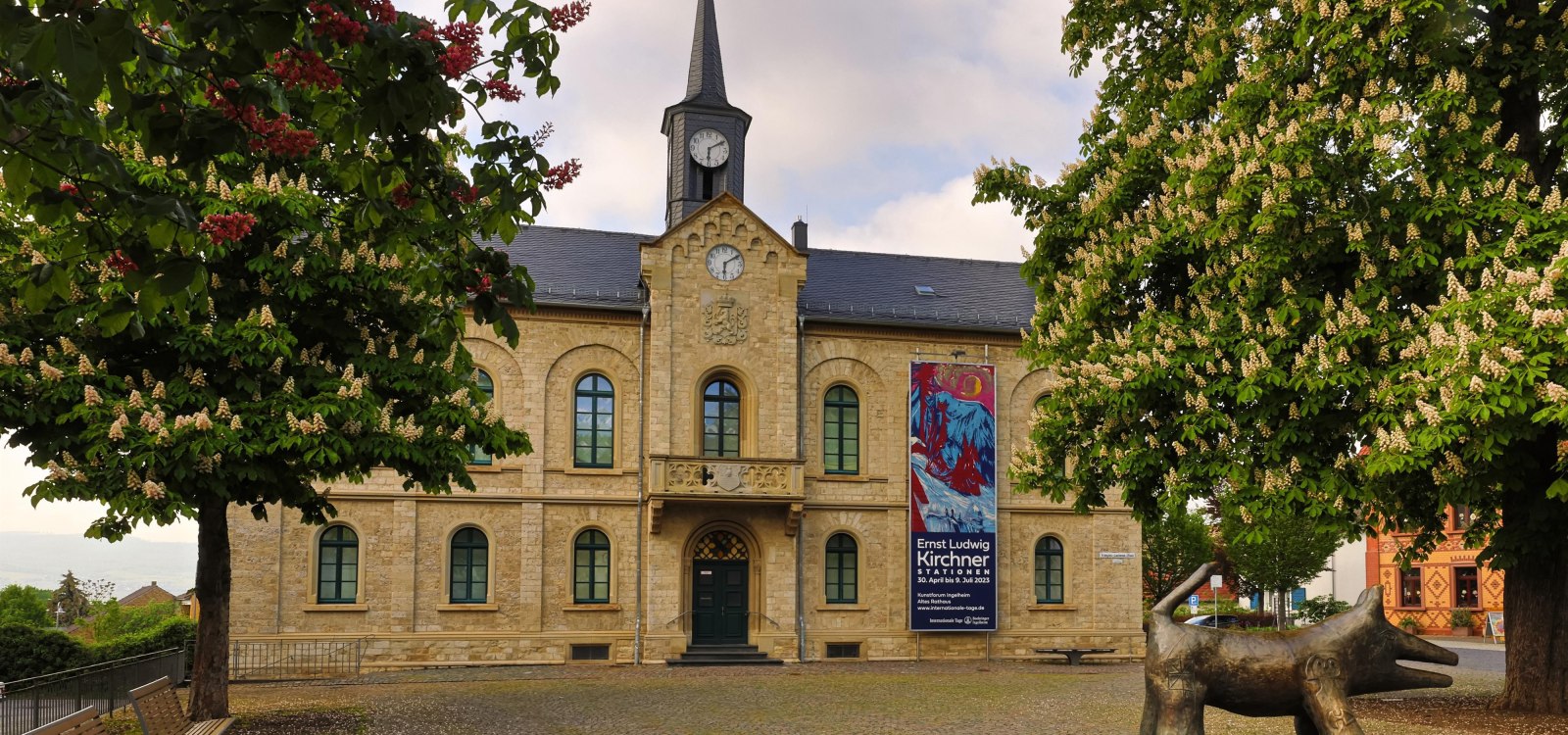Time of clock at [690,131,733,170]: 6:10
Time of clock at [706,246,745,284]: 6:10
